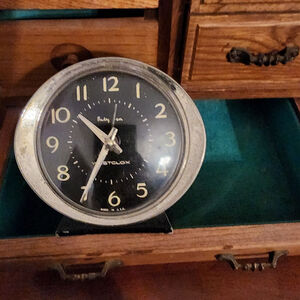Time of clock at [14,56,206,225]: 10:35
